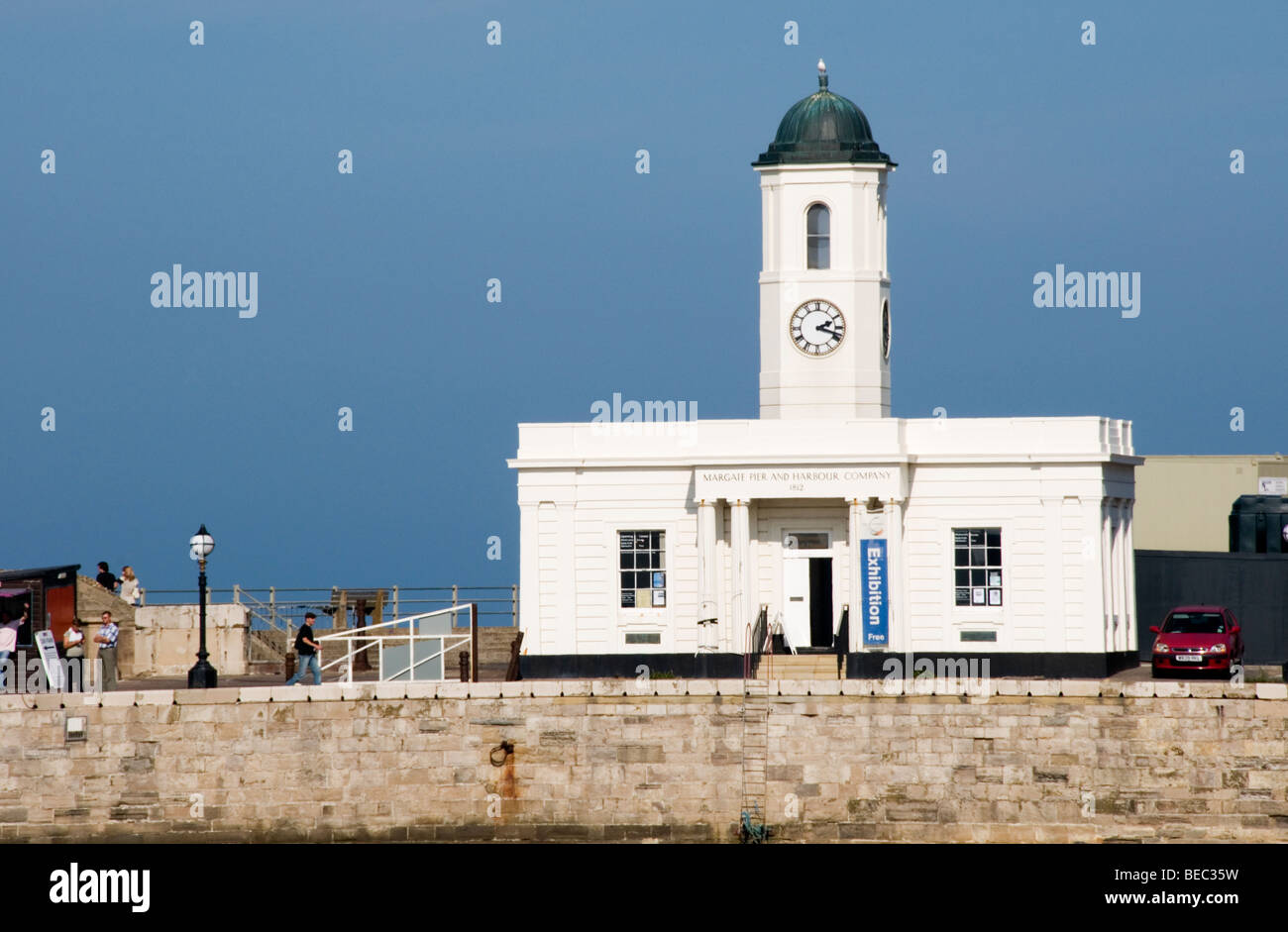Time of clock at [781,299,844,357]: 2:18
